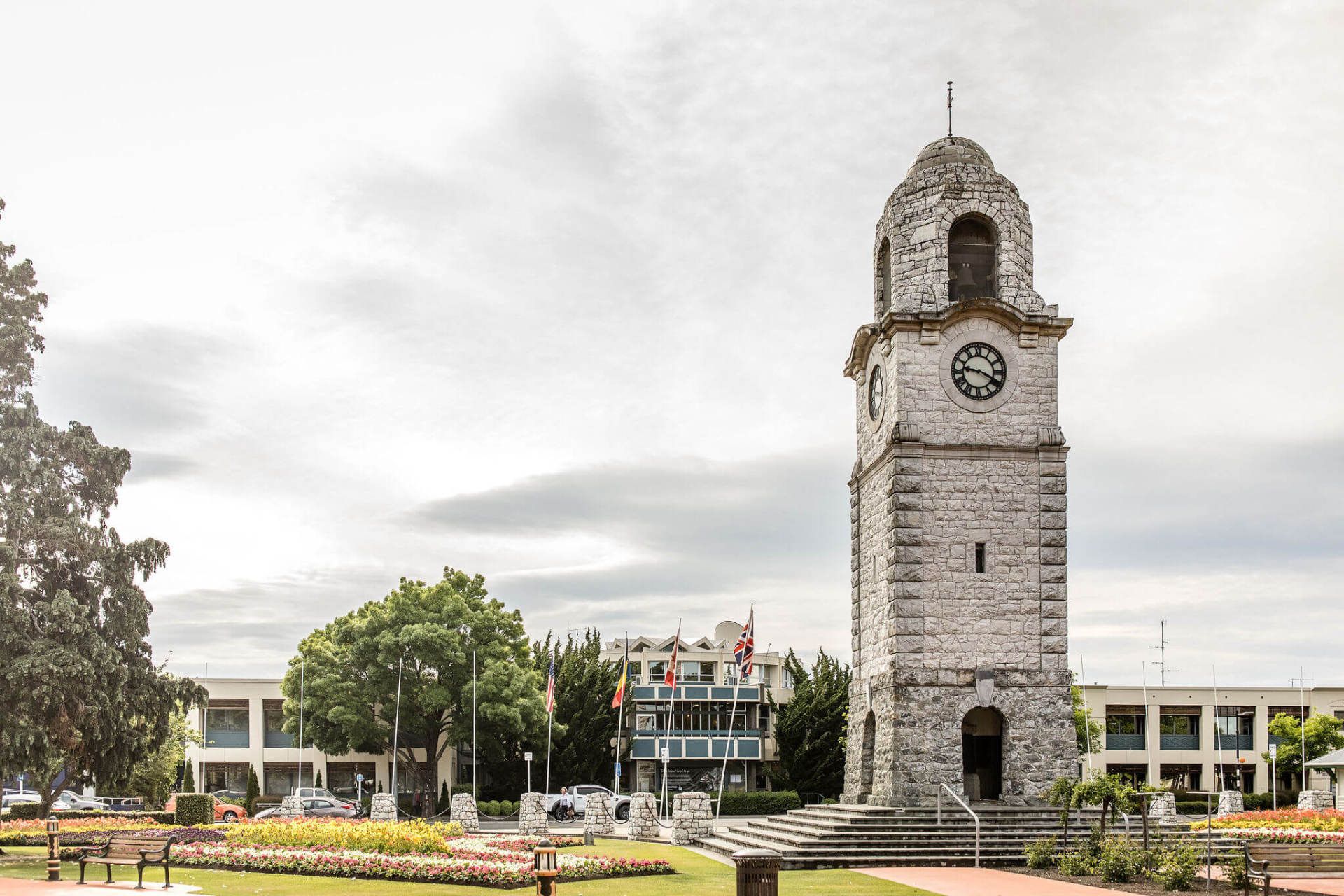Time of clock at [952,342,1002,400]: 9:19
